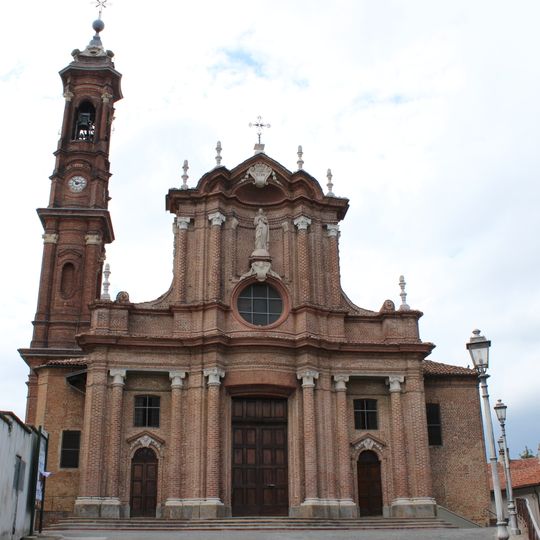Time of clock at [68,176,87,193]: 2:52
